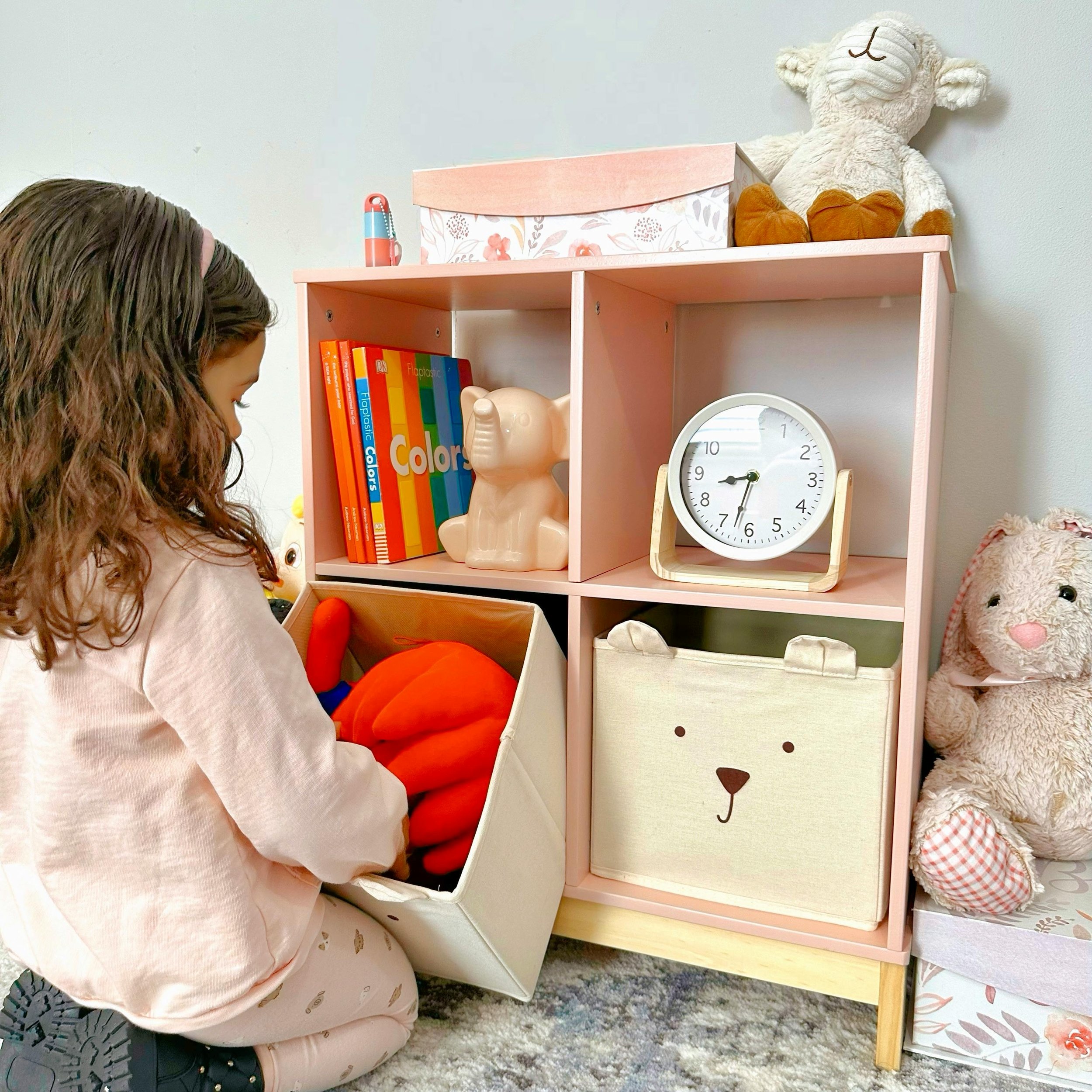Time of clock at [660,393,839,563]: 8:32
